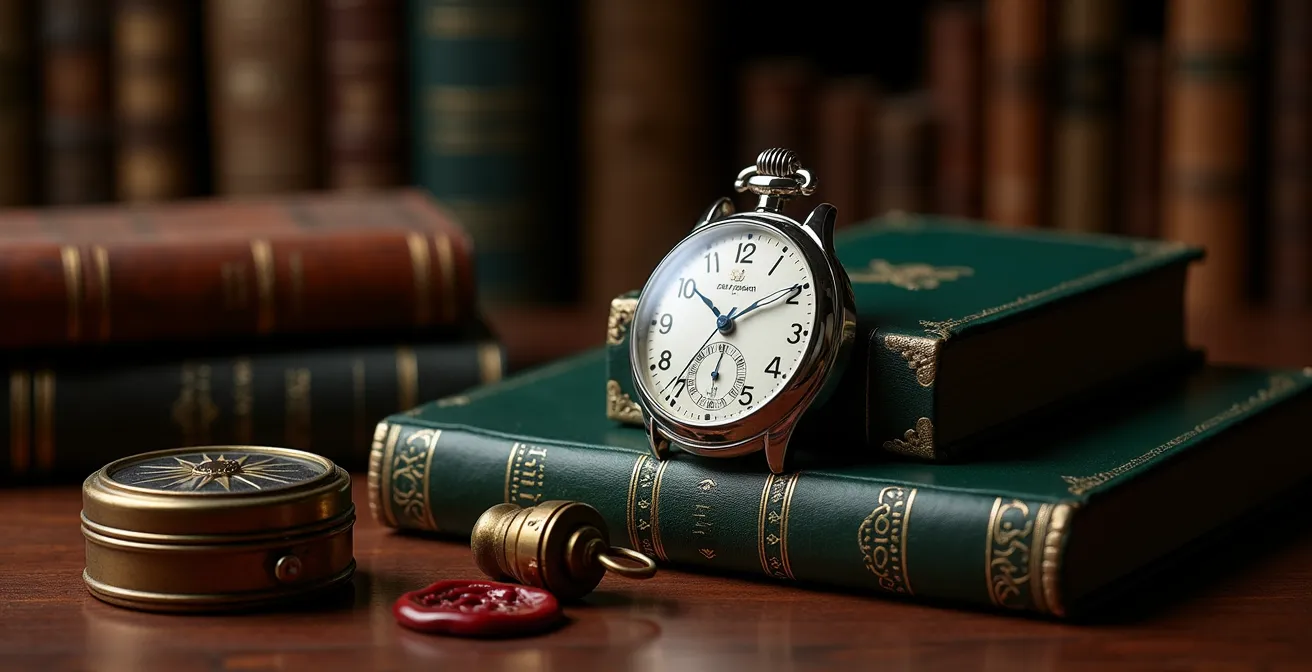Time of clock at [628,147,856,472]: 10:10
